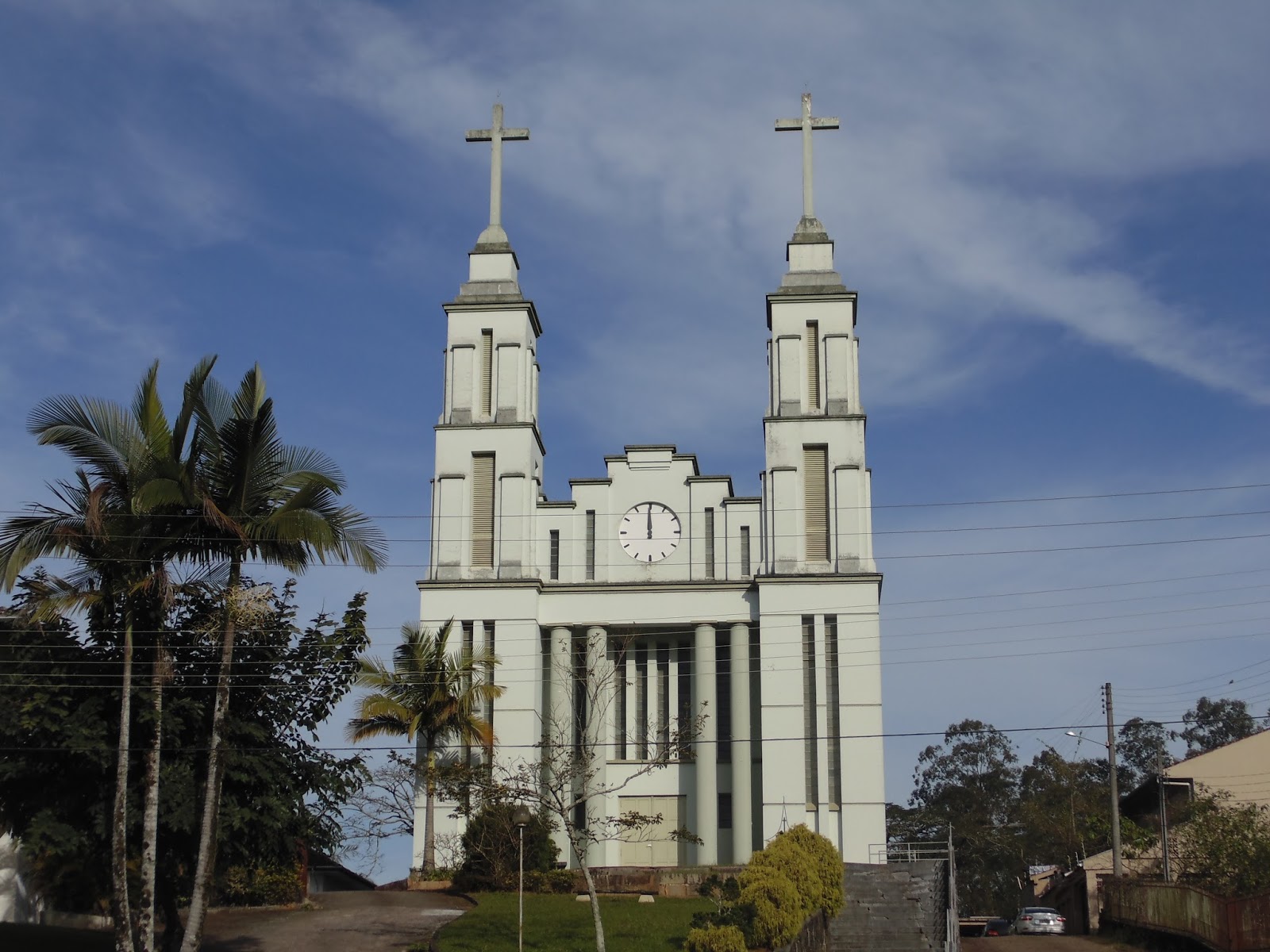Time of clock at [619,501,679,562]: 11:59
